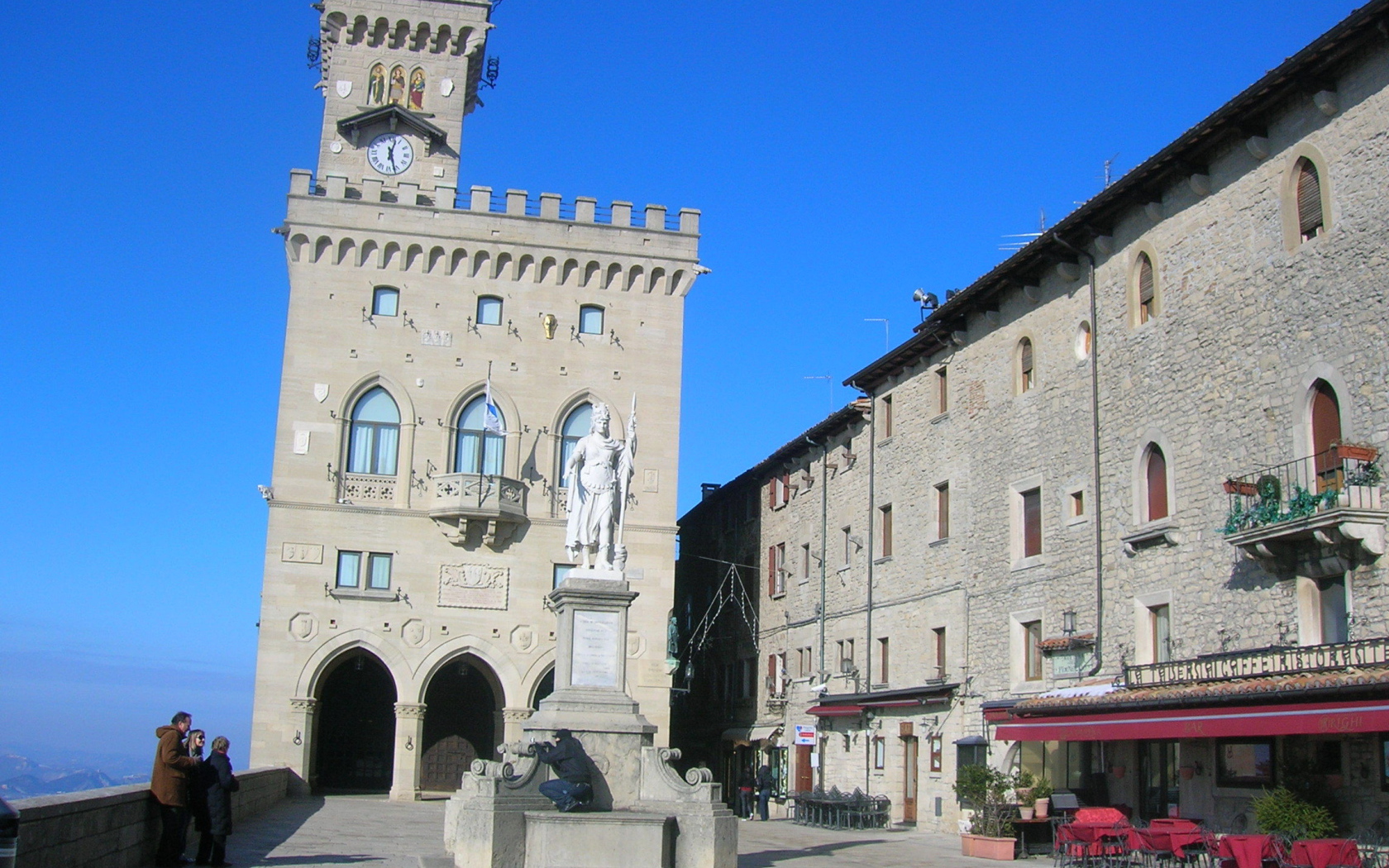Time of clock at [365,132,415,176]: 12:27
